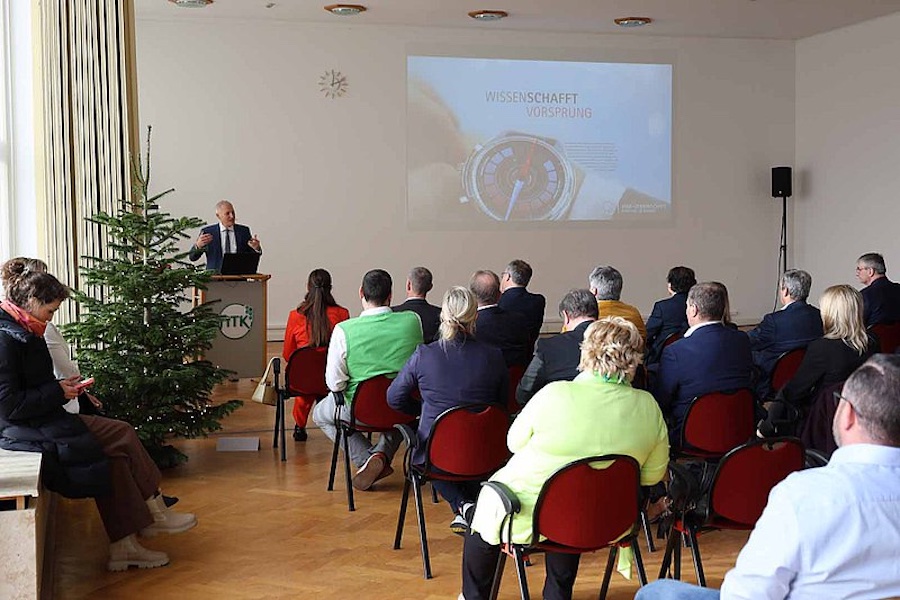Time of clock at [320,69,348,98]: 12:11
